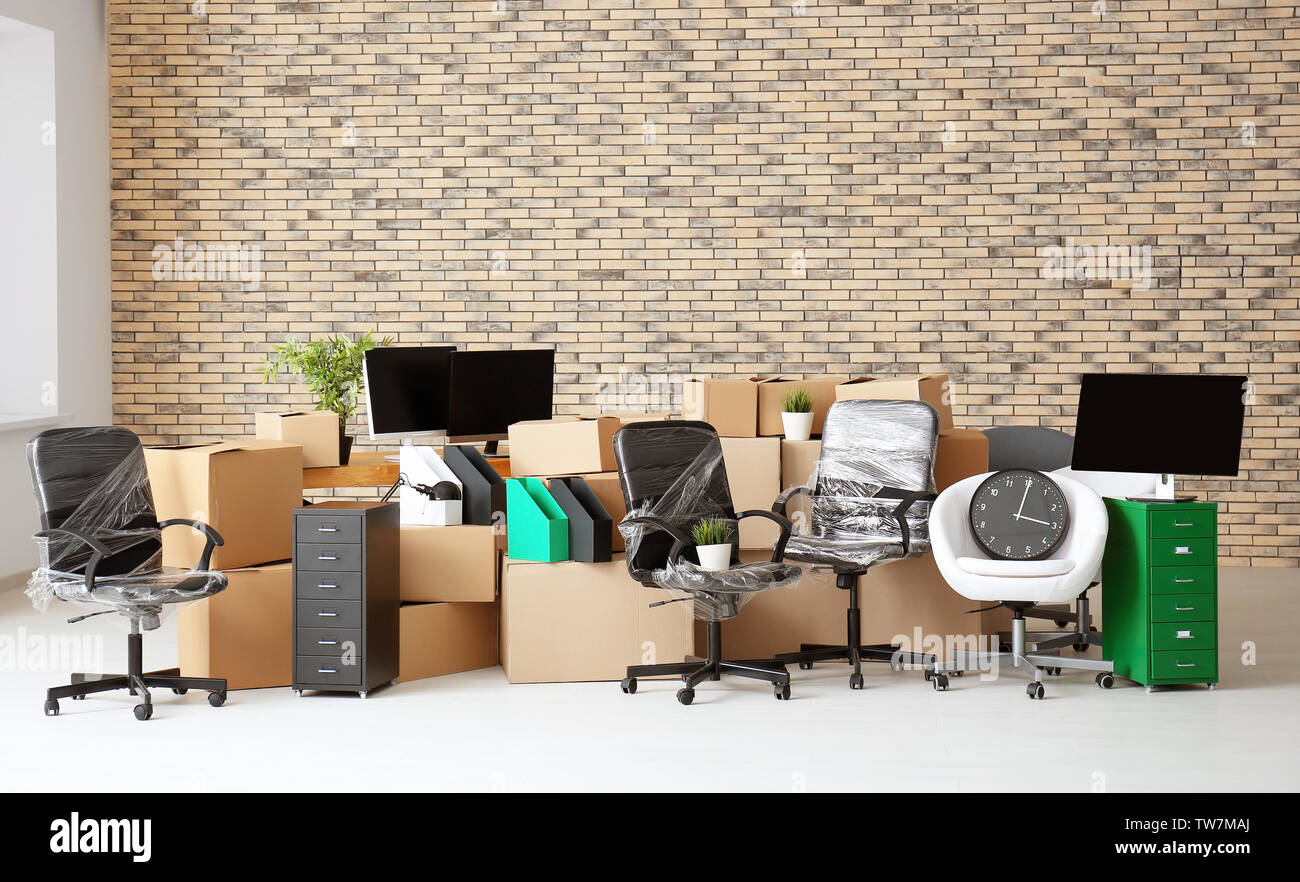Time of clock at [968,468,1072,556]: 3:00
